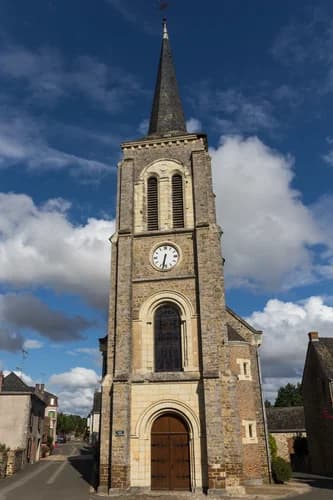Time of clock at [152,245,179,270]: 6:32
